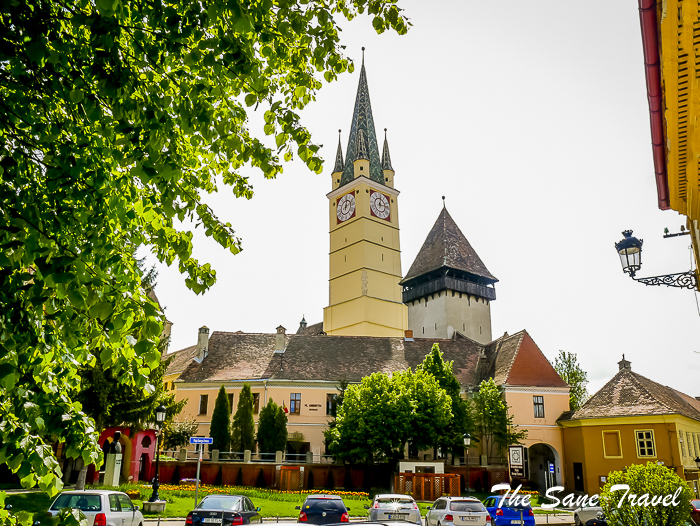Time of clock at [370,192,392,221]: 12:13
